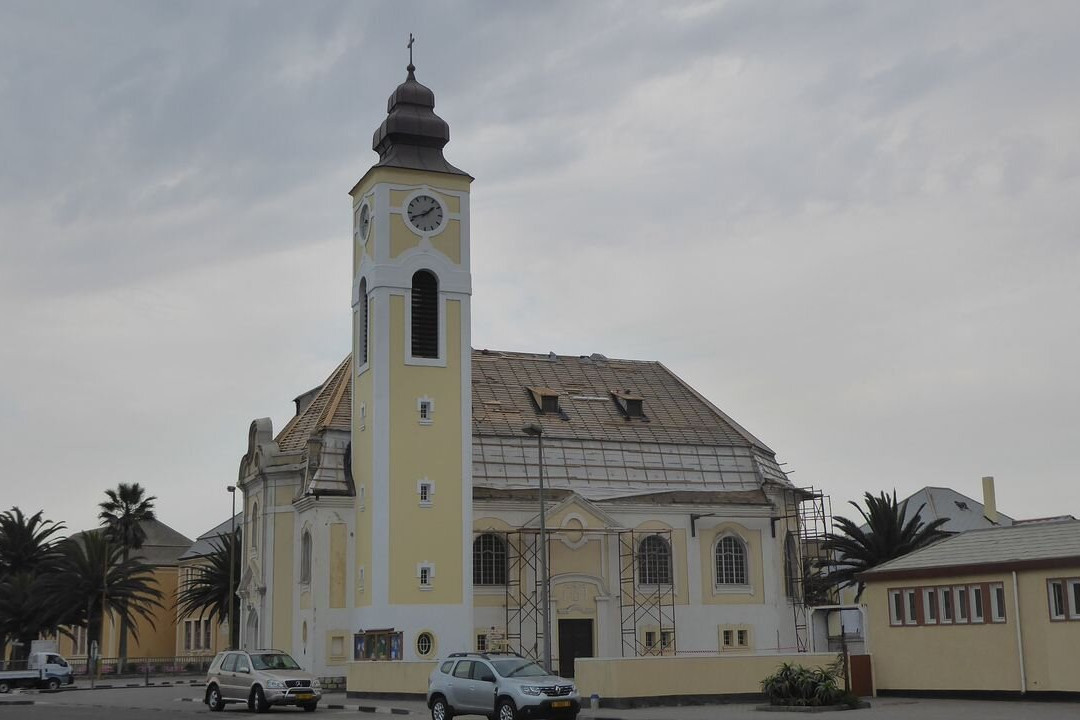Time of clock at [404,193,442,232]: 1:41
